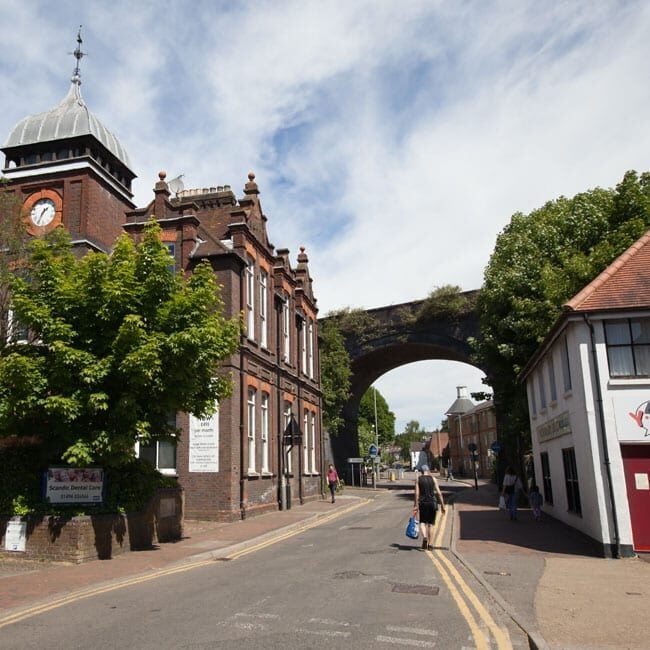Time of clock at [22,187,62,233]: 1:35
